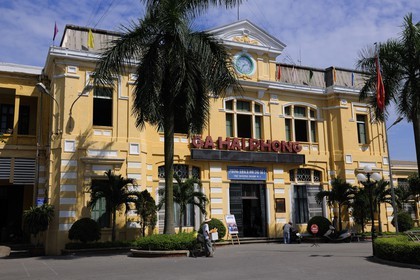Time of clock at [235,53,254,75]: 7:12
